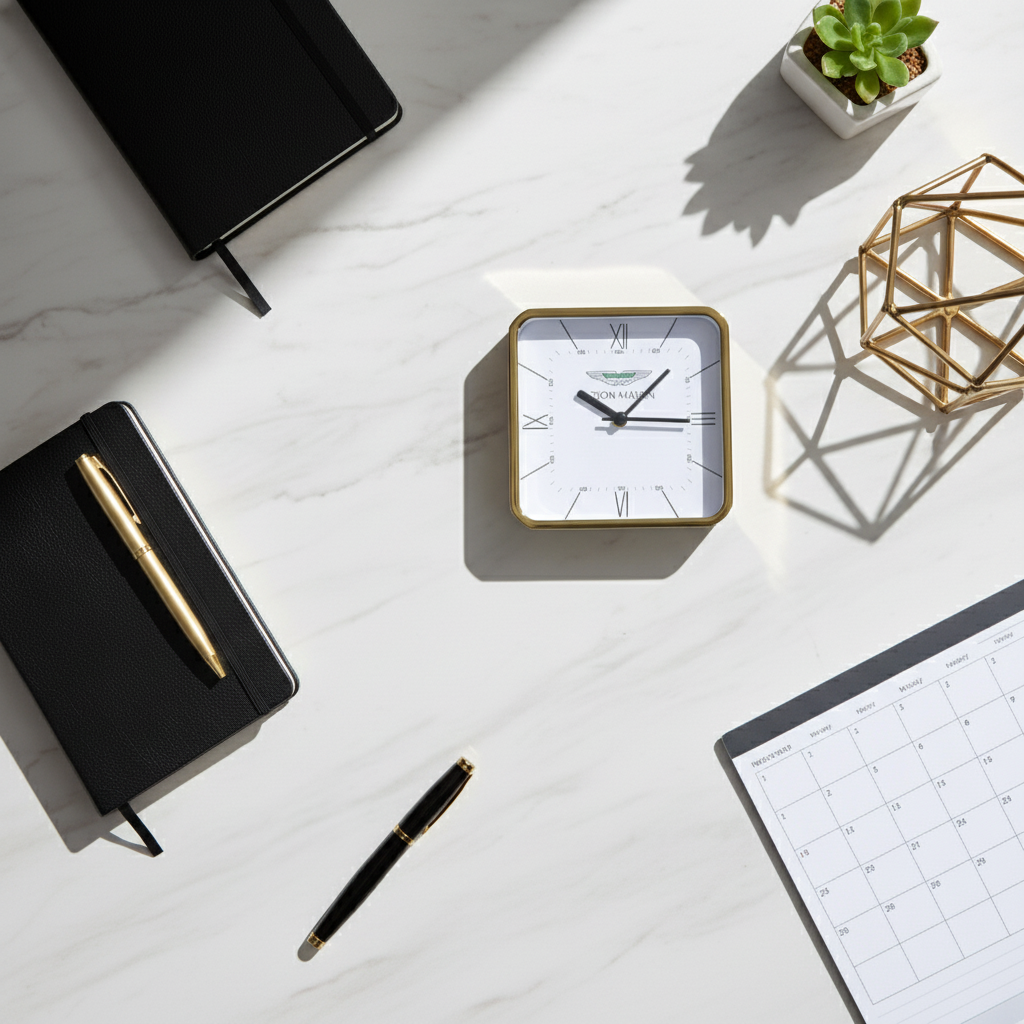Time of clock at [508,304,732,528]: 10:07
